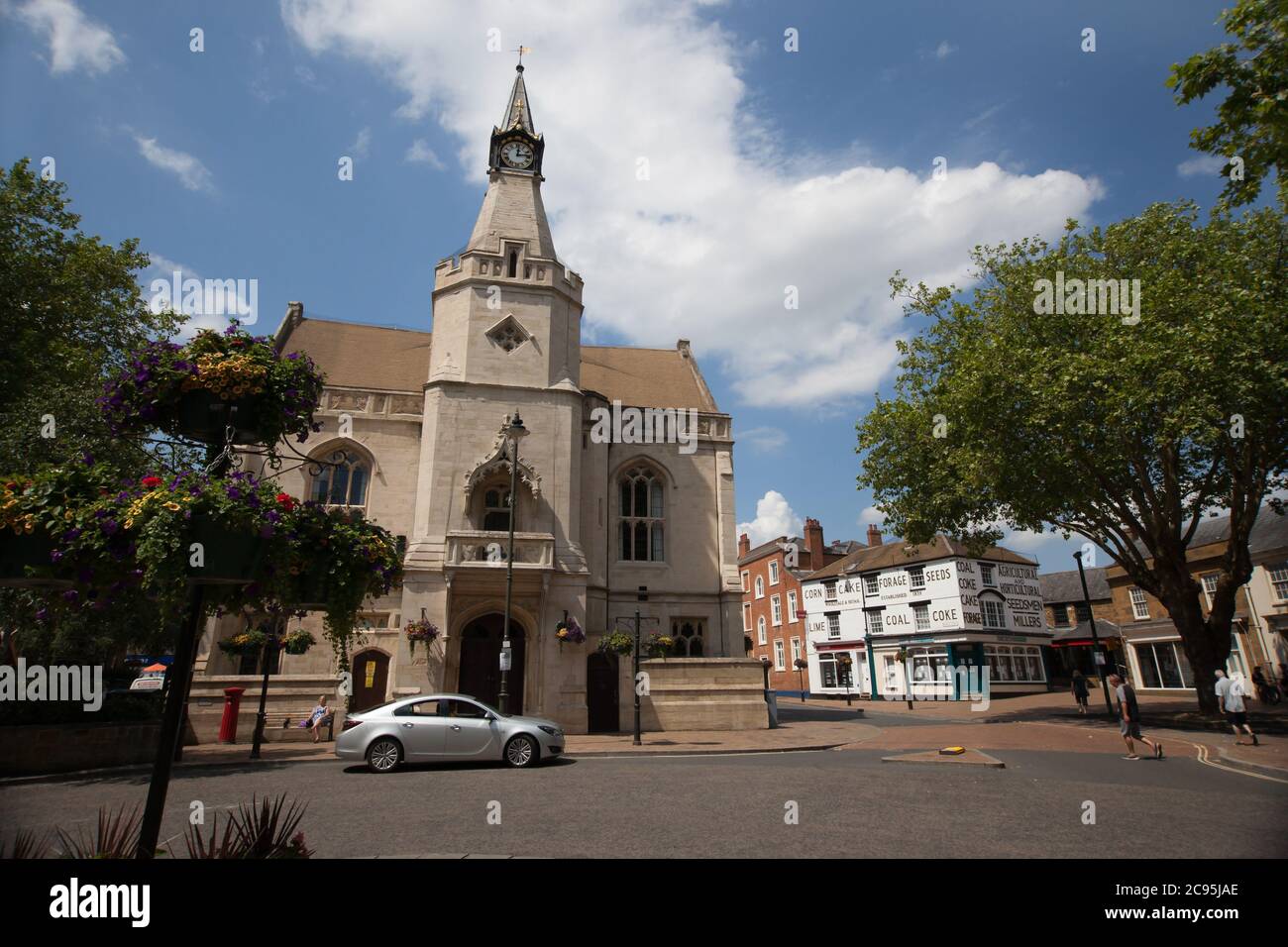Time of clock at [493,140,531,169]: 12:13
